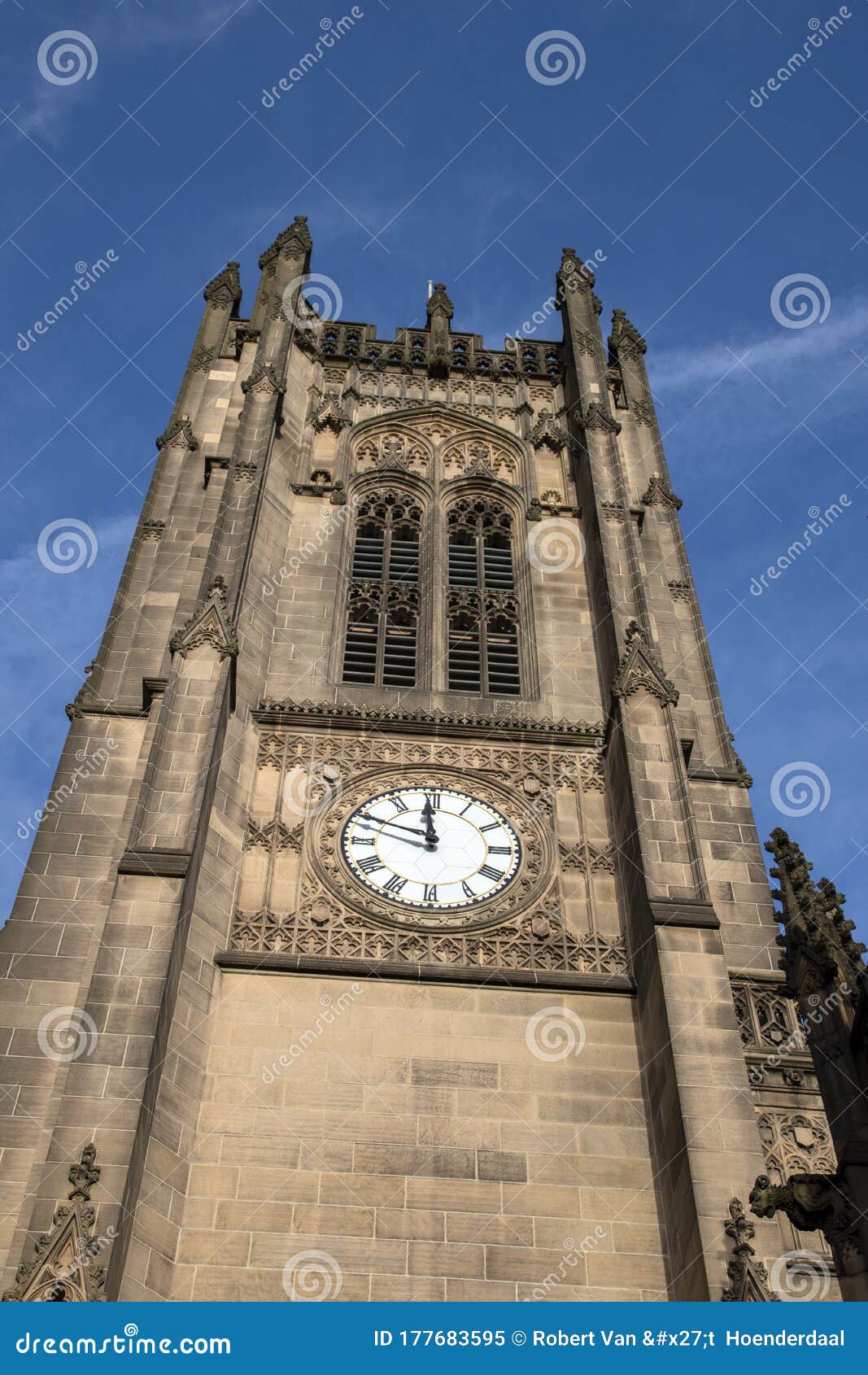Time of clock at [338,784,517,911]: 11:49
